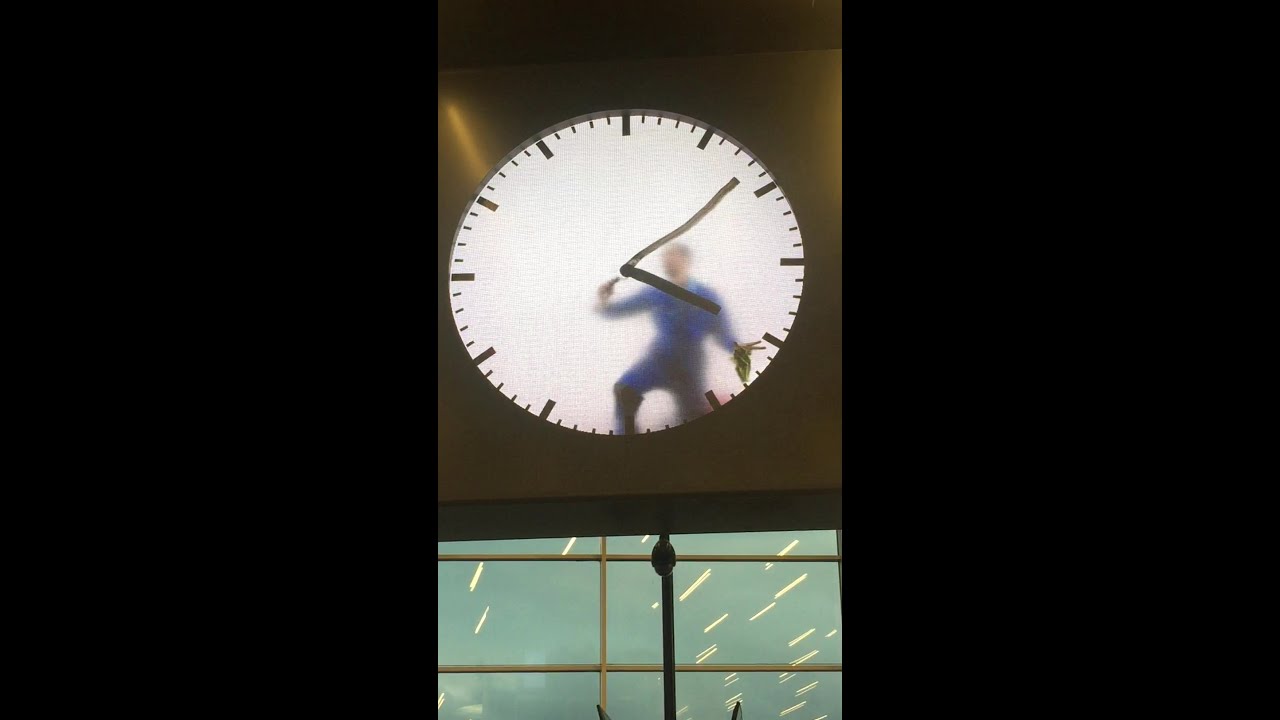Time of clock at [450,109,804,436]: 4:08
